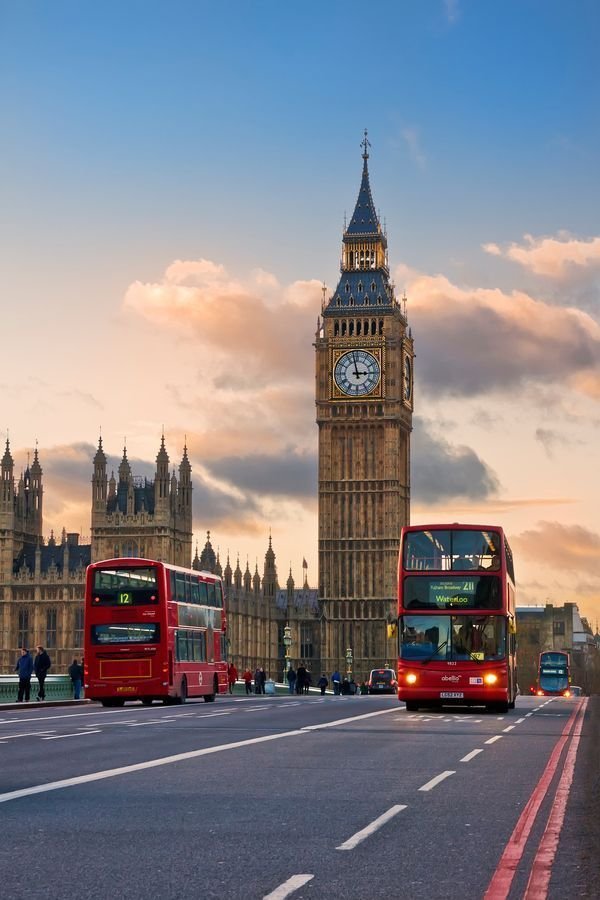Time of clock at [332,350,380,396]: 2:58
